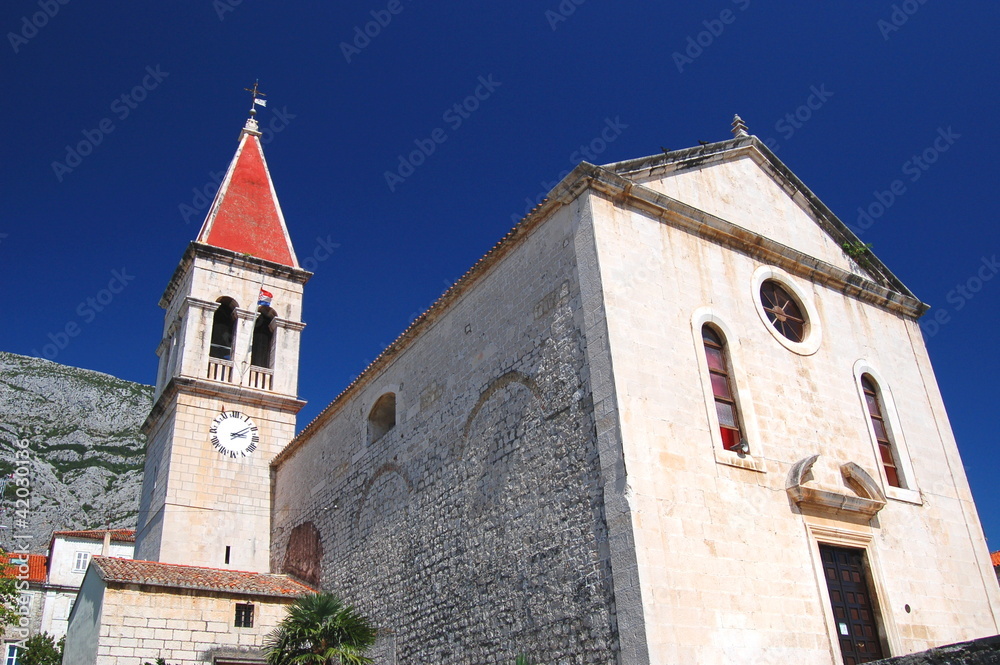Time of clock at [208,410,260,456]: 3:09
